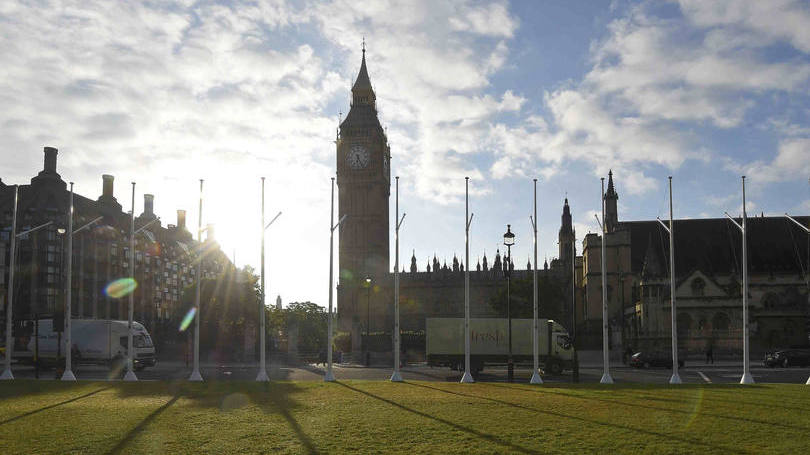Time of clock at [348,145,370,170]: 6:25
